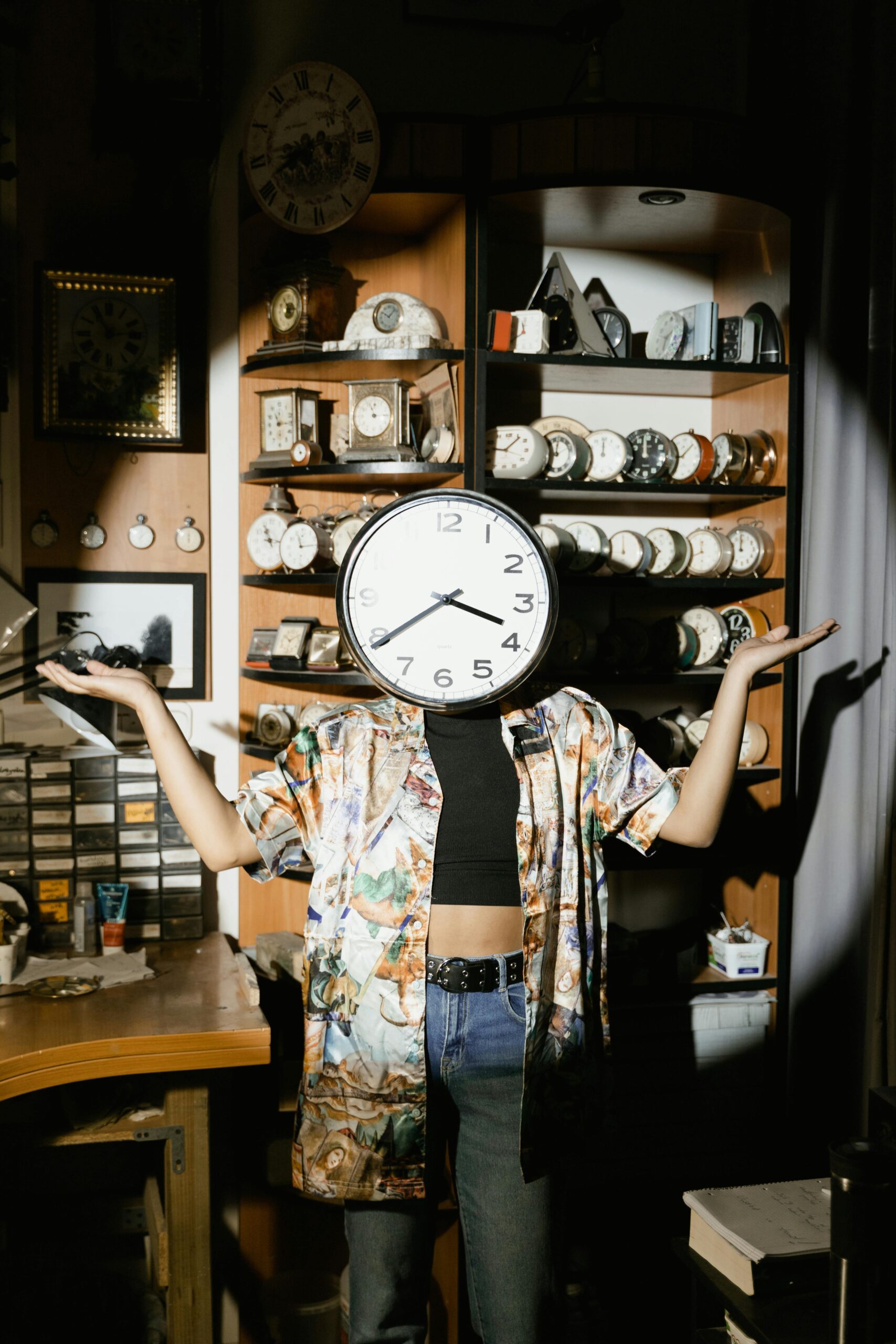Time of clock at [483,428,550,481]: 9:07
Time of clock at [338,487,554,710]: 3:39
